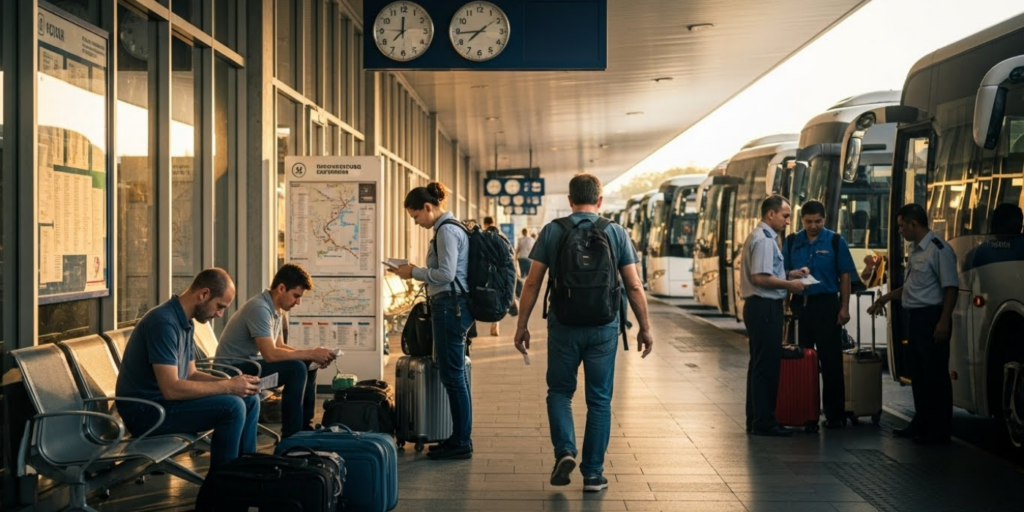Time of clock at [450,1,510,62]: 7:44
